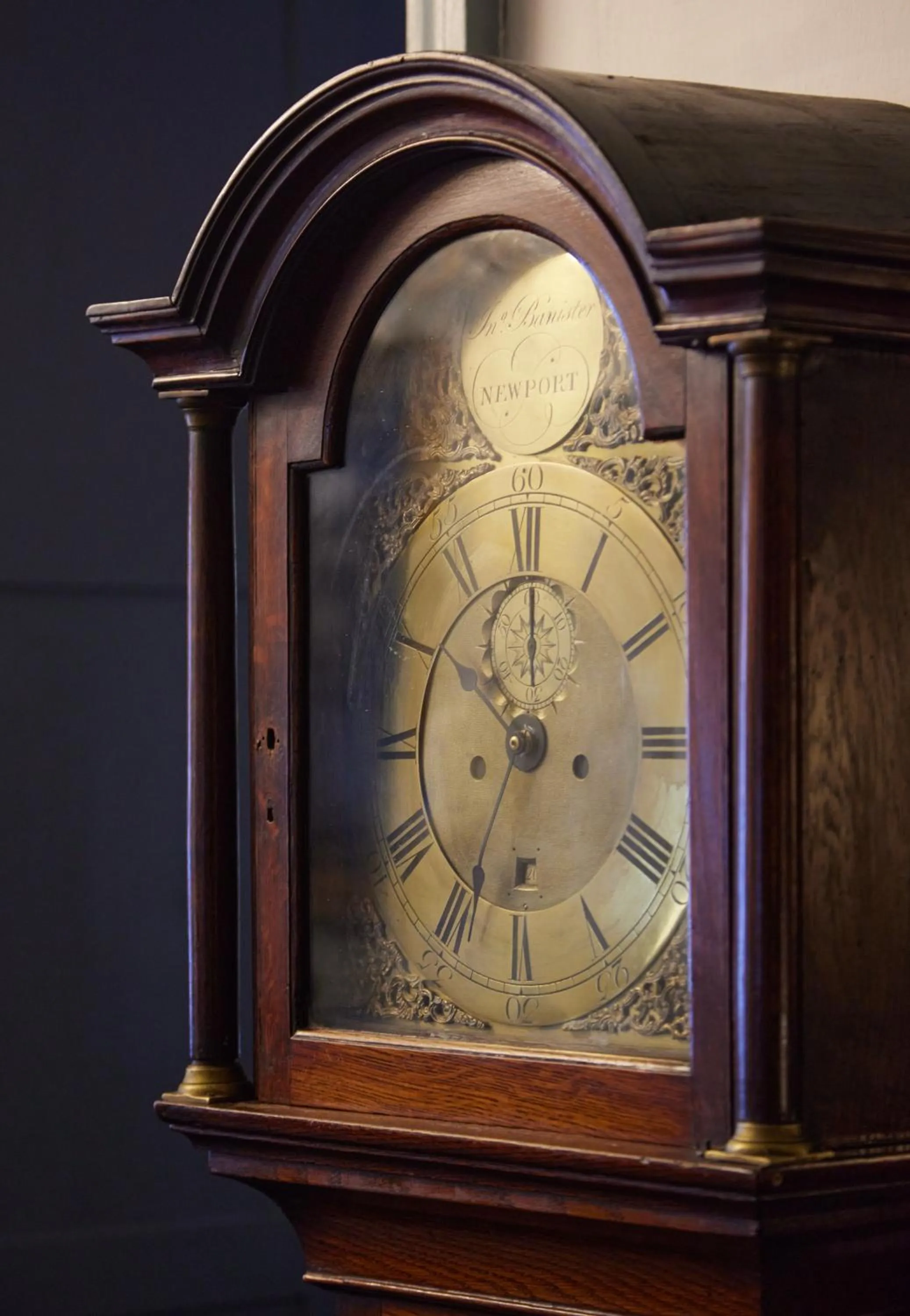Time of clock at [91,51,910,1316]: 11:35
